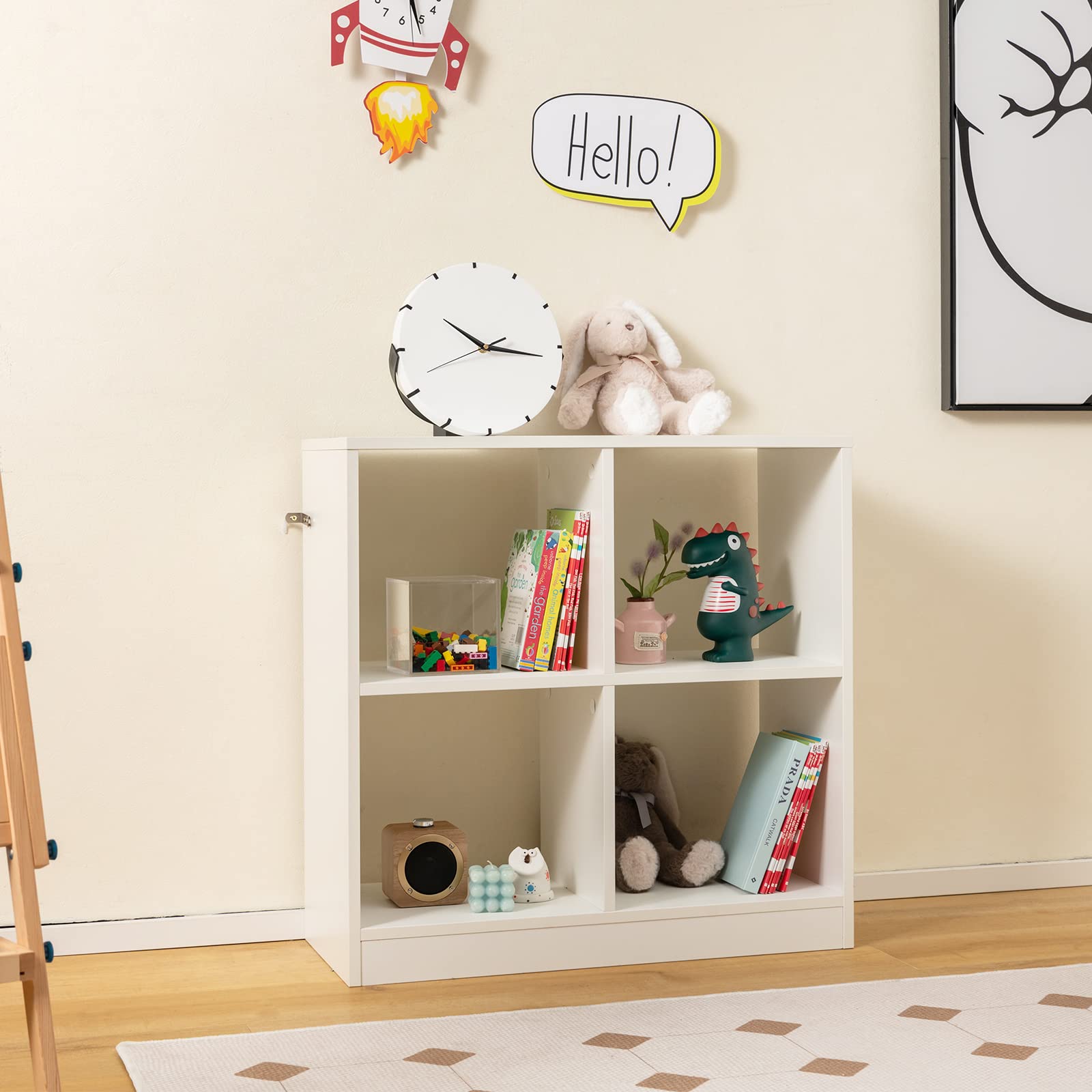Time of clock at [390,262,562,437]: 10:16
